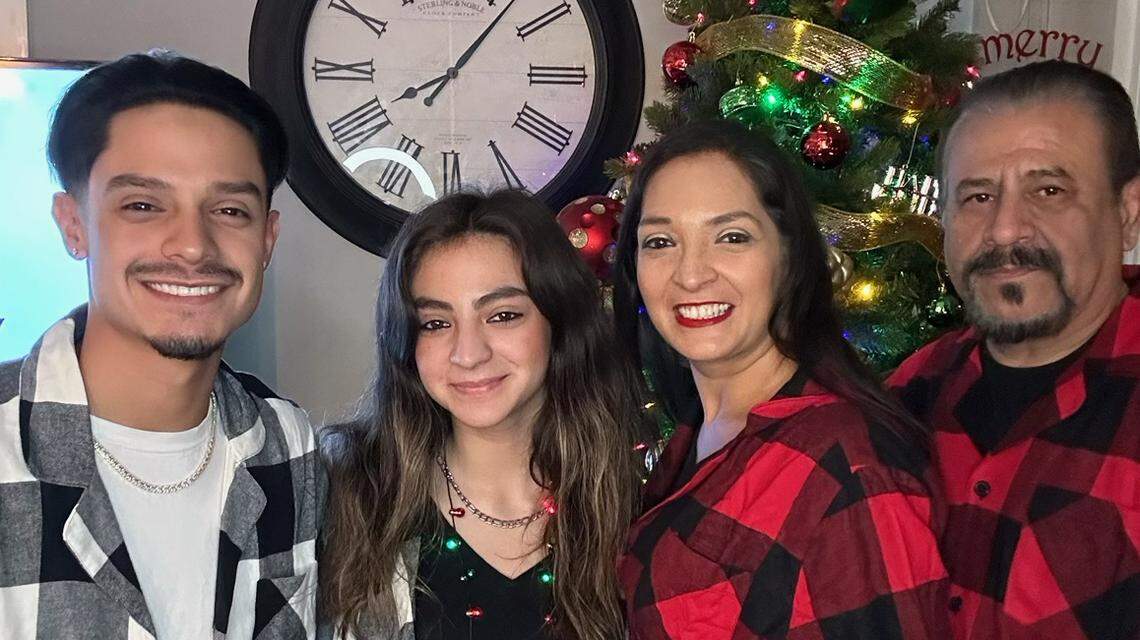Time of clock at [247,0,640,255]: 8:06
